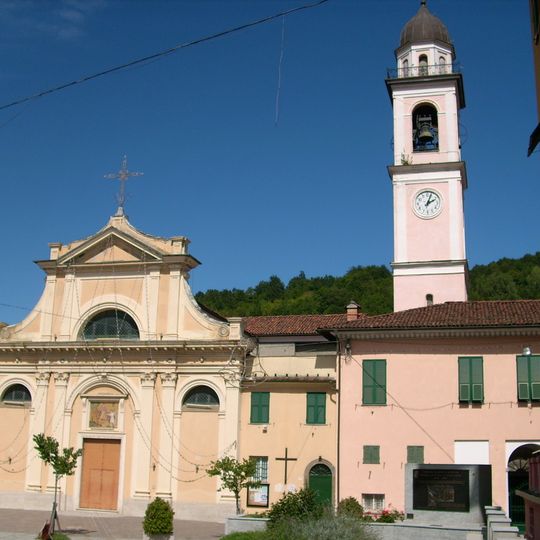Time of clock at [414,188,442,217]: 2:03
